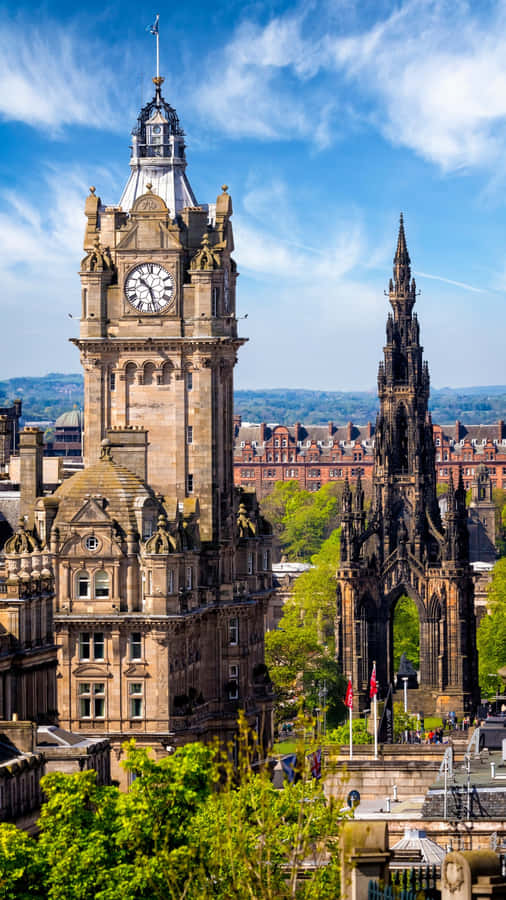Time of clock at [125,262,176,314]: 10:28
